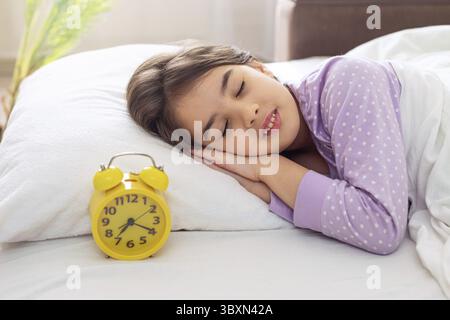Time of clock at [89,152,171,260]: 7:19
